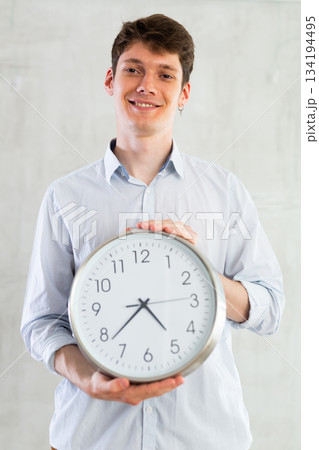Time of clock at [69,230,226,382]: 4:38
